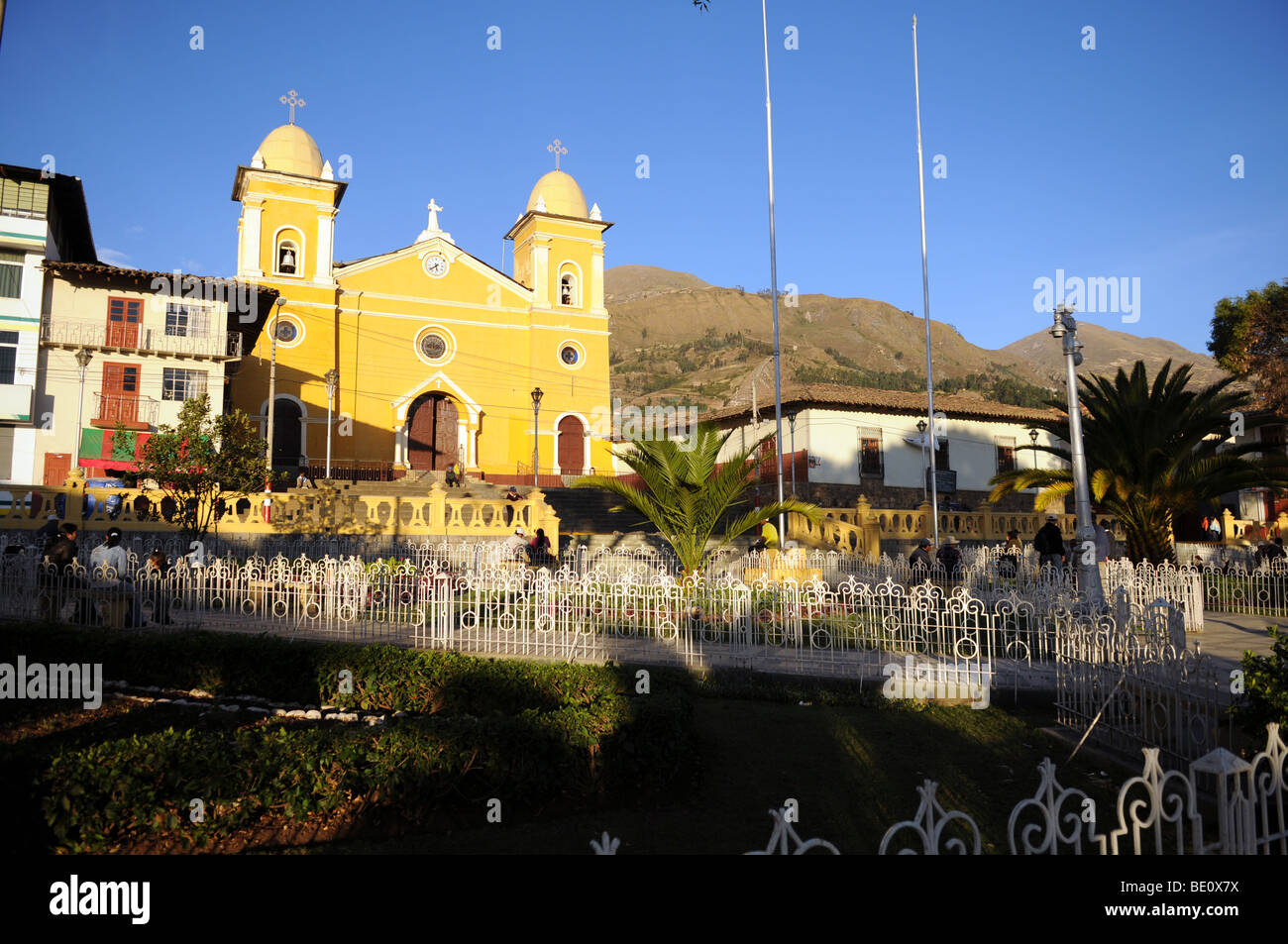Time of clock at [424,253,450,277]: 5:38
